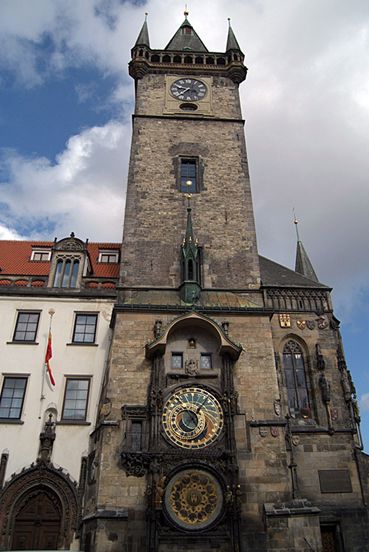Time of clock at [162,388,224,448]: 11:07
